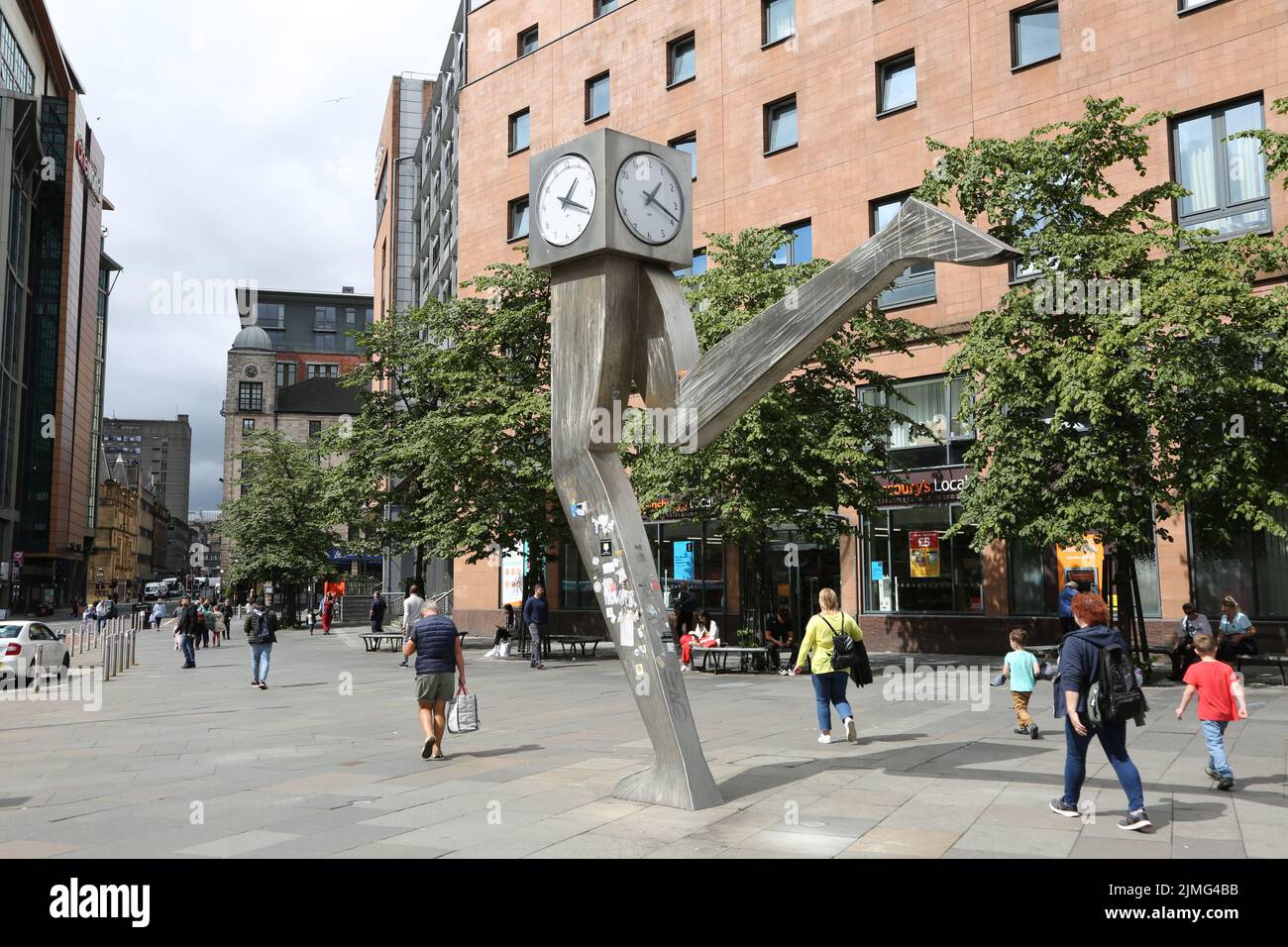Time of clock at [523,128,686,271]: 1:18
